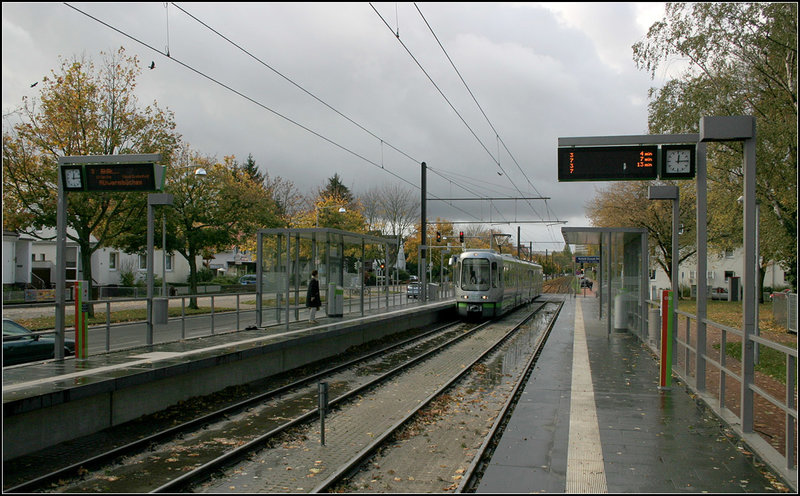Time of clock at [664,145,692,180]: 12:14
